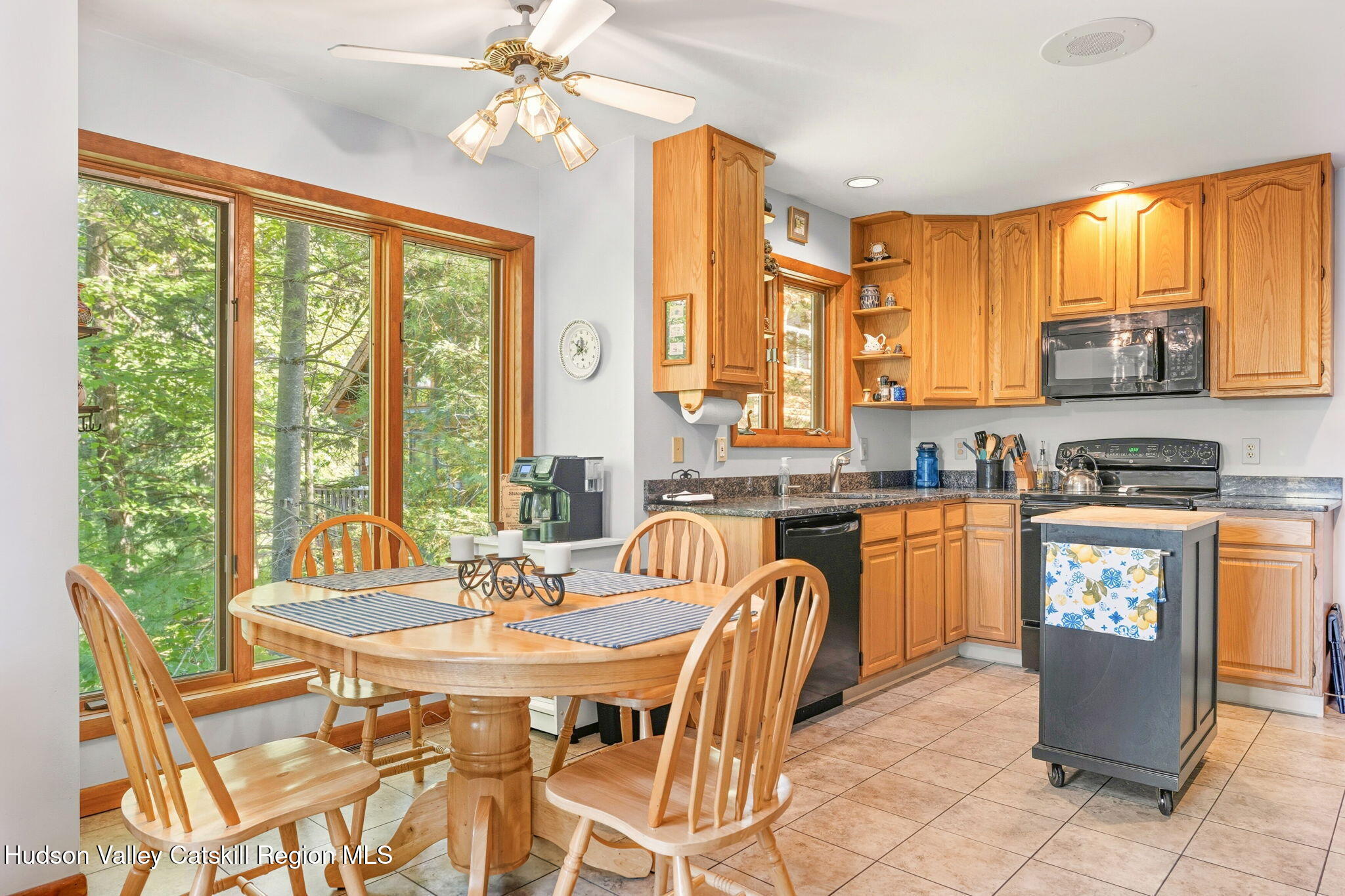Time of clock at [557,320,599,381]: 11:50
